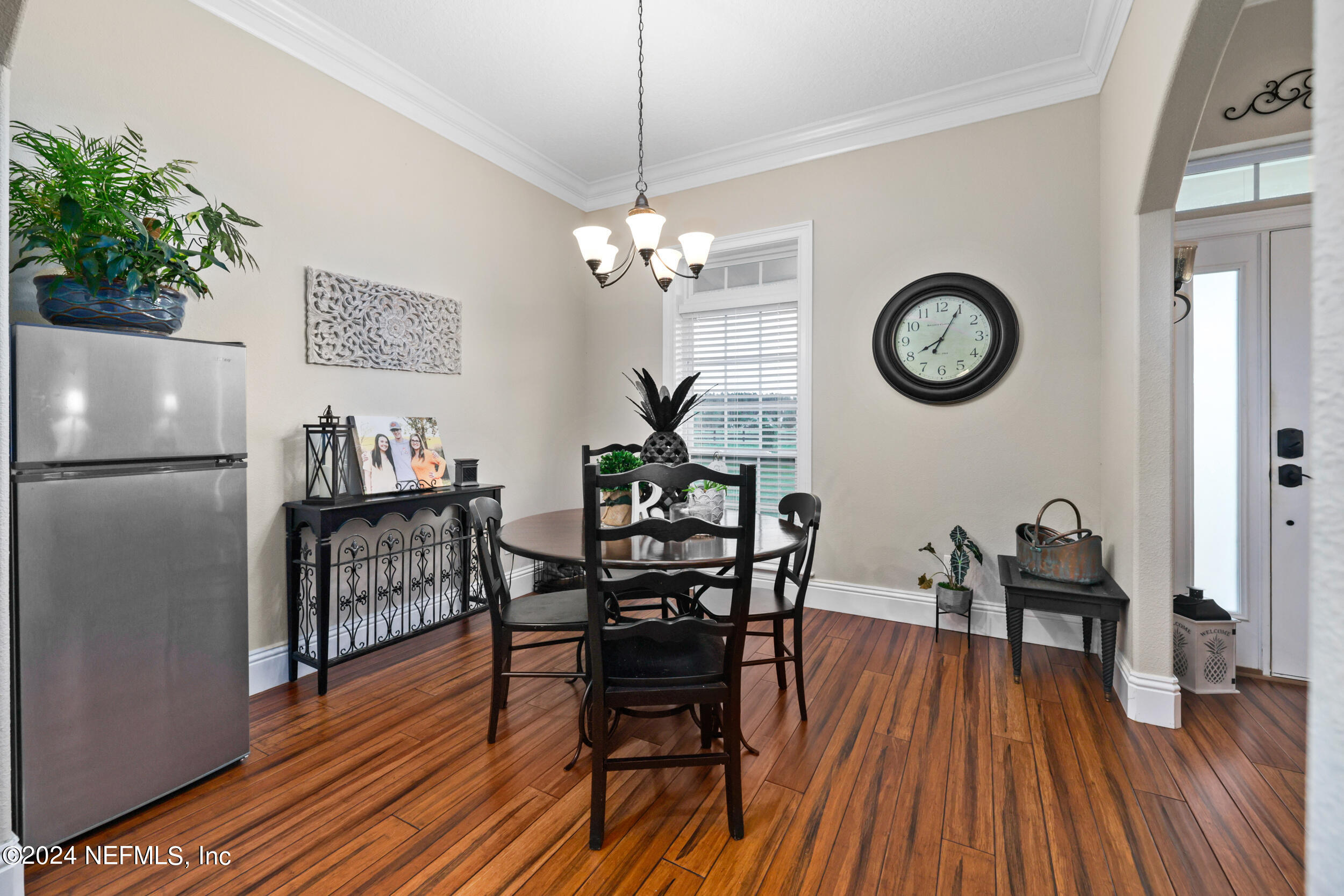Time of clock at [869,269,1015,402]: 8:04
